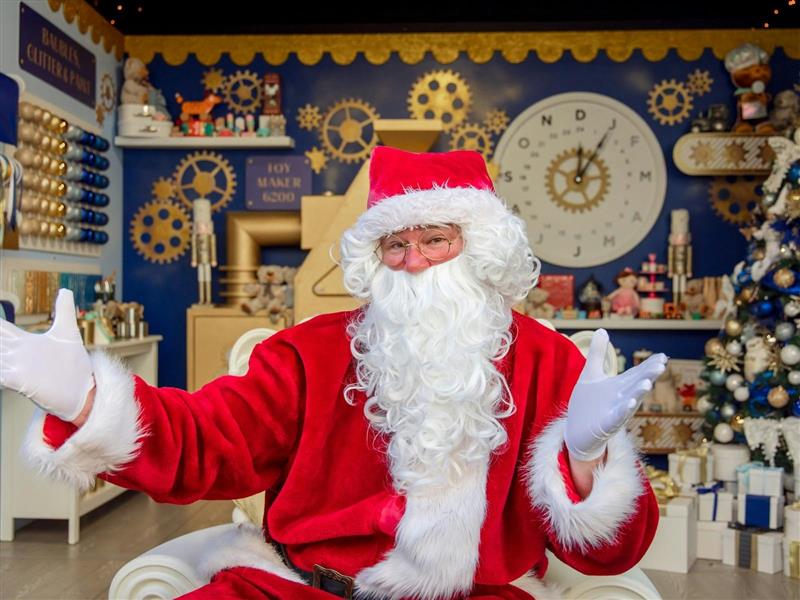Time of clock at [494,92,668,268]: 12:05
